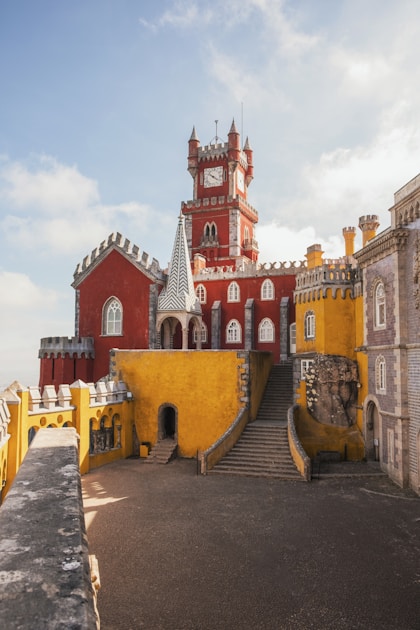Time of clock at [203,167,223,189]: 10:21
